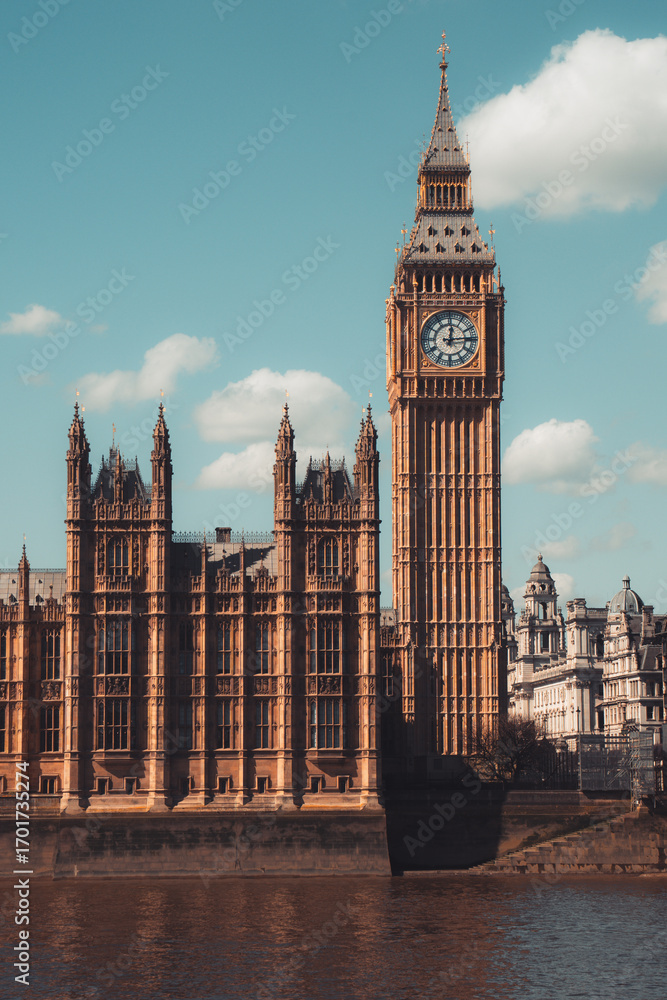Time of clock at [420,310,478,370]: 12:14
